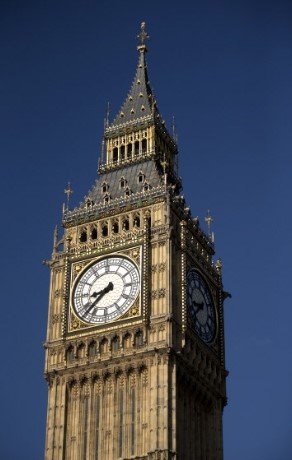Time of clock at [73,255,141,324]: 8:37
